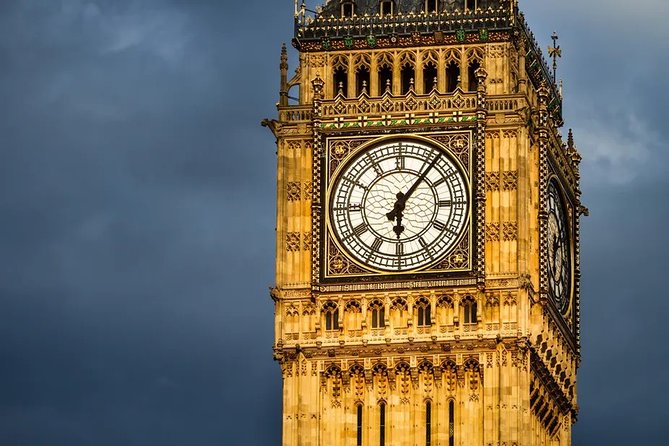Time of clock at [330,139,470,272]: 6:06
